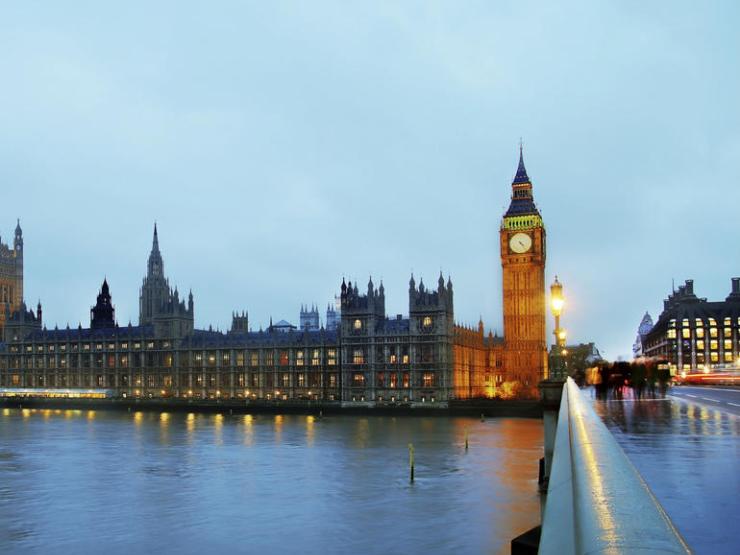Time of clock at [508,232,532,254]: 4:23
